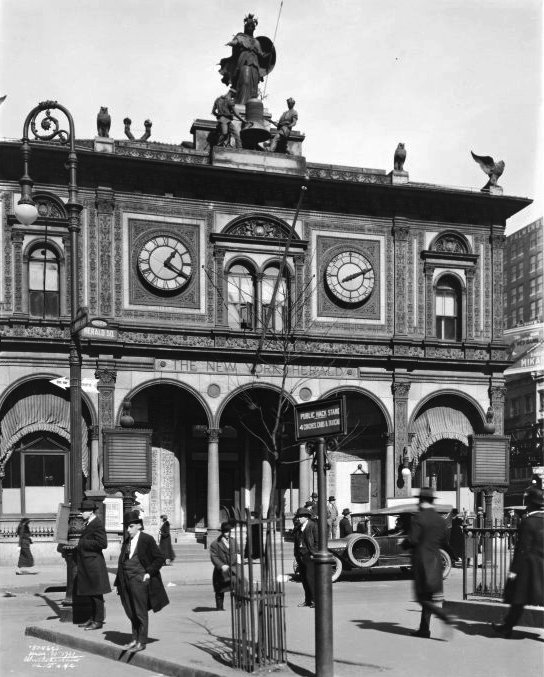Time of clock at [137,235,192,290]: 1:20
